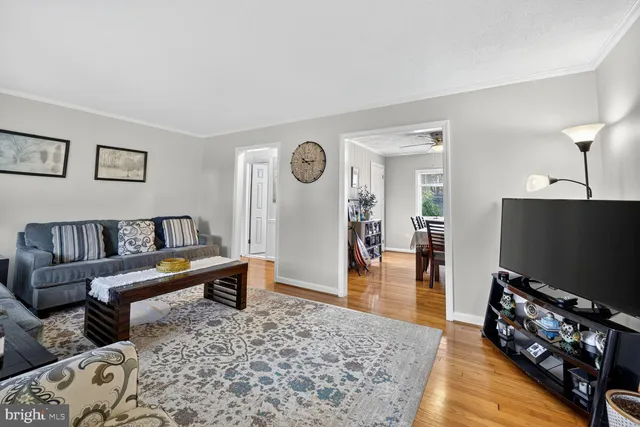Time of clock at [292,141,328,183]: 10:14
